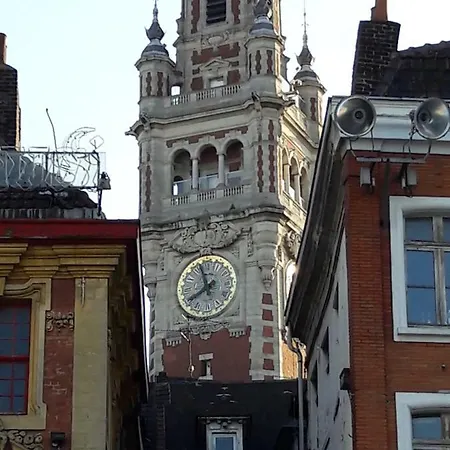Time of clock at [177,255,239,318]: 7:57
